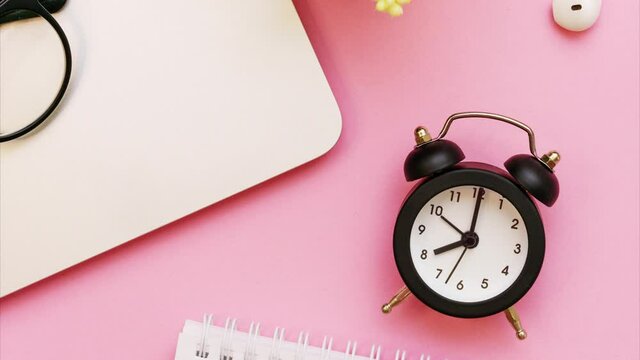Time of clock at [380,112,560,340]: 8:00
